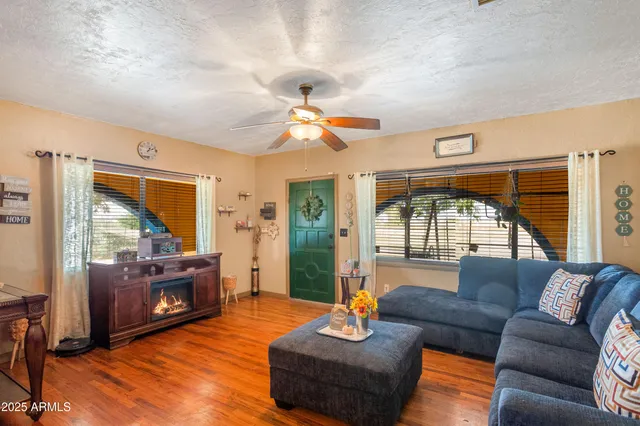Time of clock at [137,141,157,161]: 1:11
